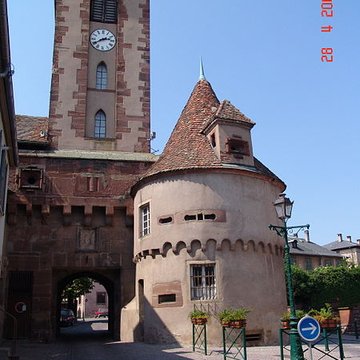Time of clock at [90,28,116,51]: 2:40
